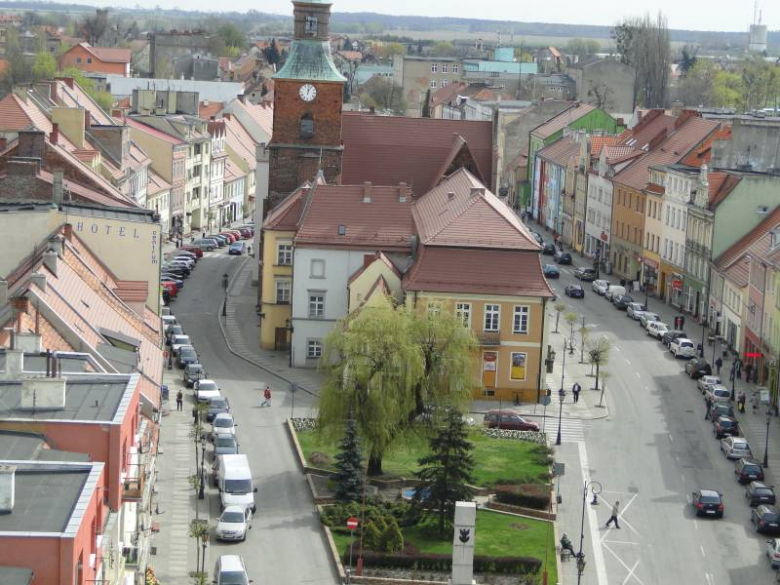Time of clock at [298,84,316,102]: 12:04
